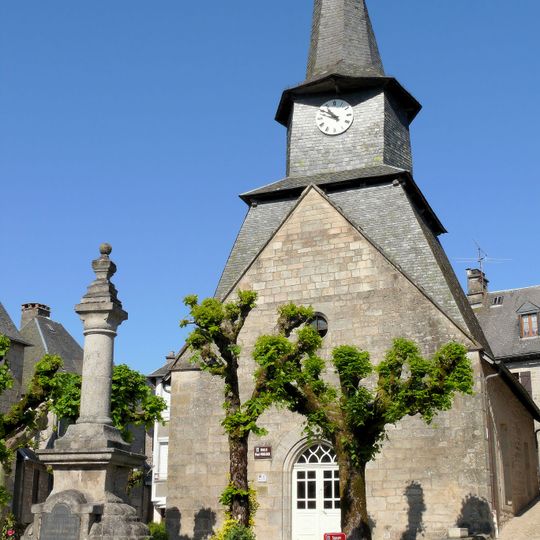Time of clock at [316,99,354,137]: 10:50
